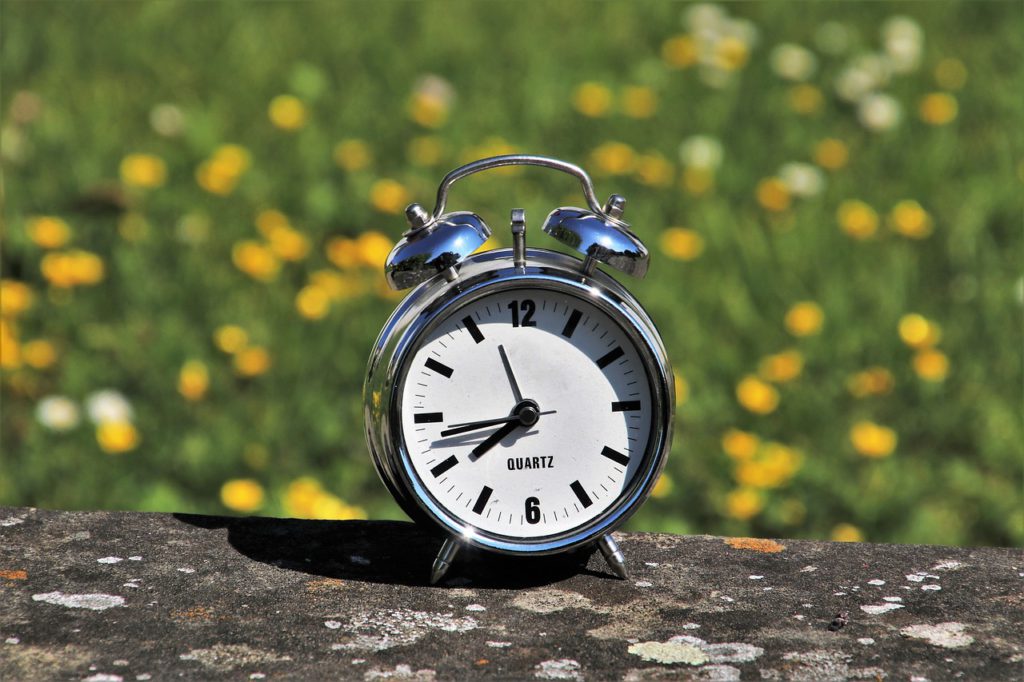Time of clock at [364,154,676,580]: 7:43
